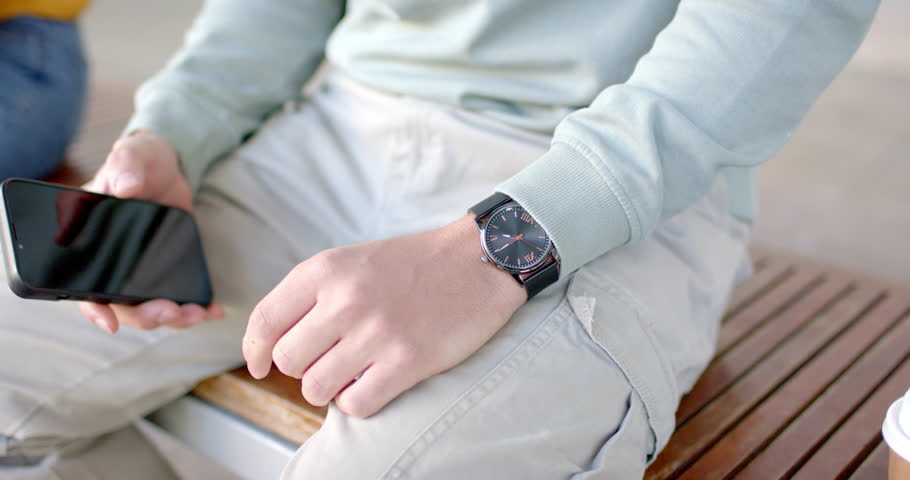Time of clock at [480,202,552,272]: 9:20
